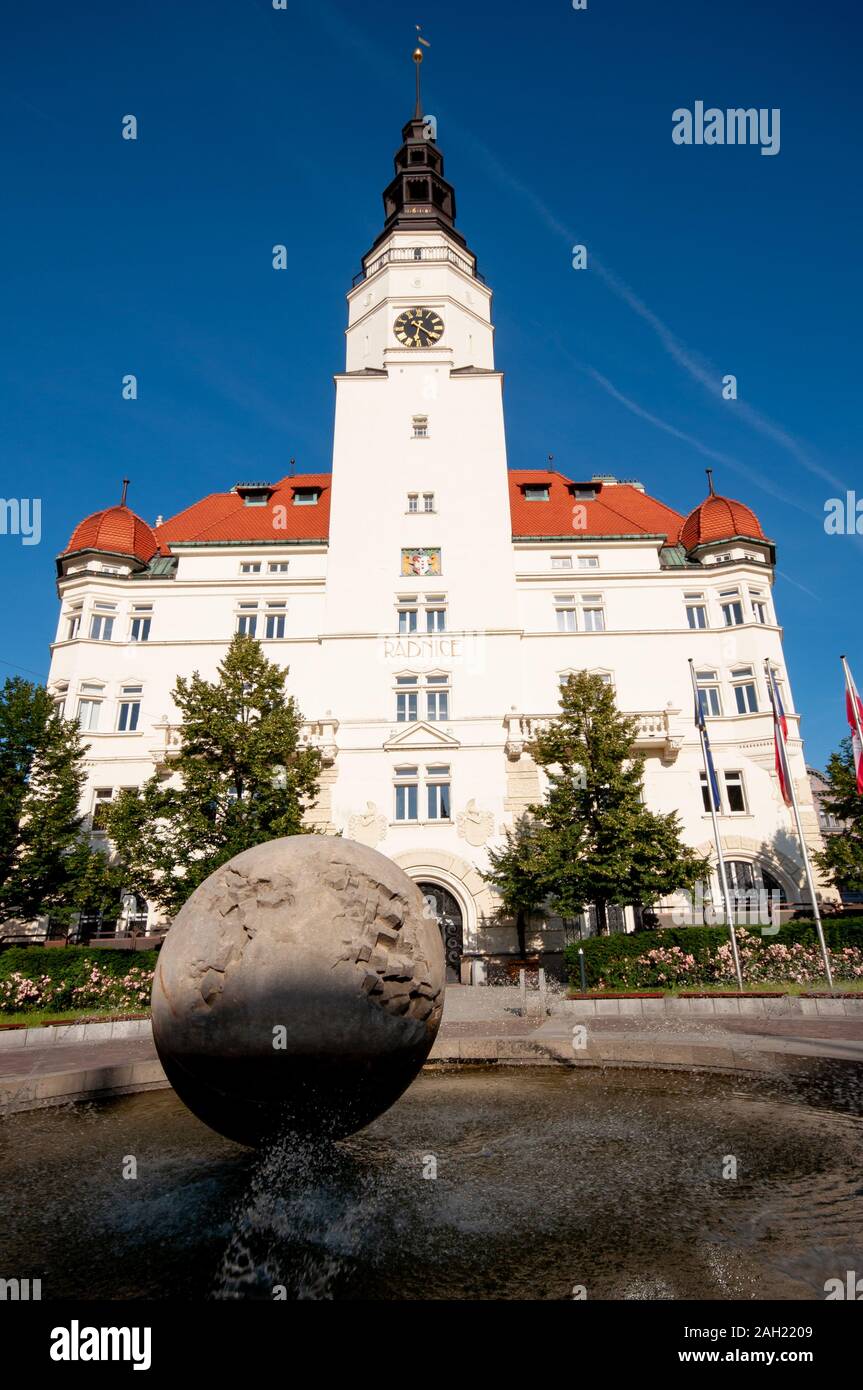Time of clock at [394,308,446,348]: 6:21
